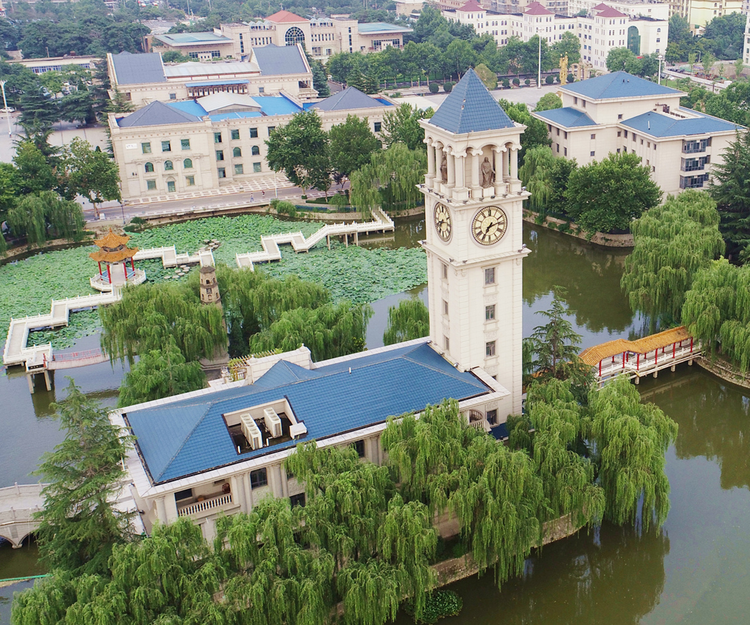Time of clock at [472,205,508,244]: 7:12
